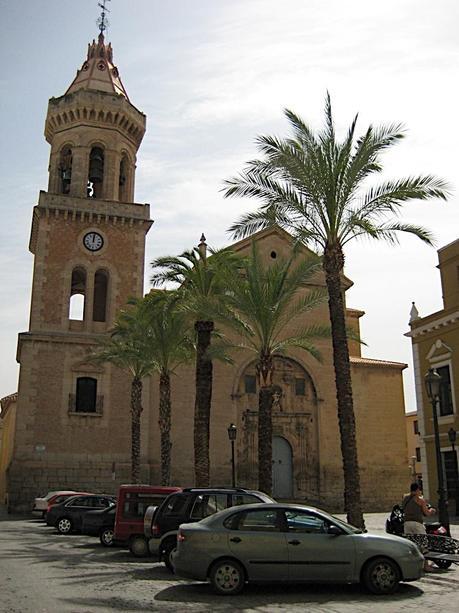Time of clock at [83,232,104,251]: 12:01
